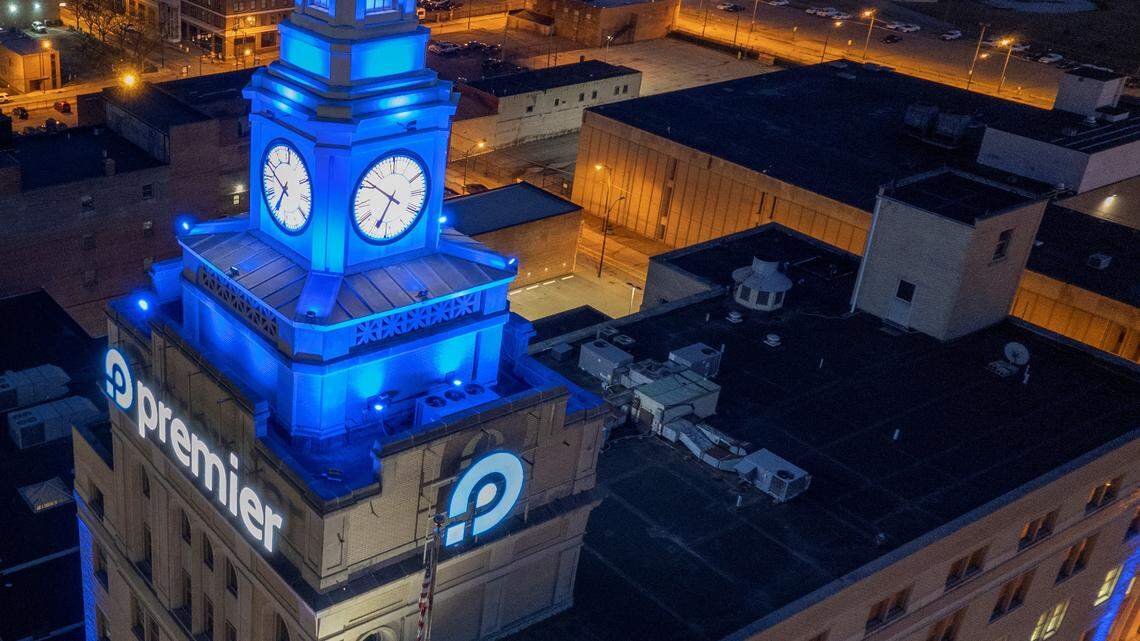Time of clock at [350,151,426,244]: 6:51
